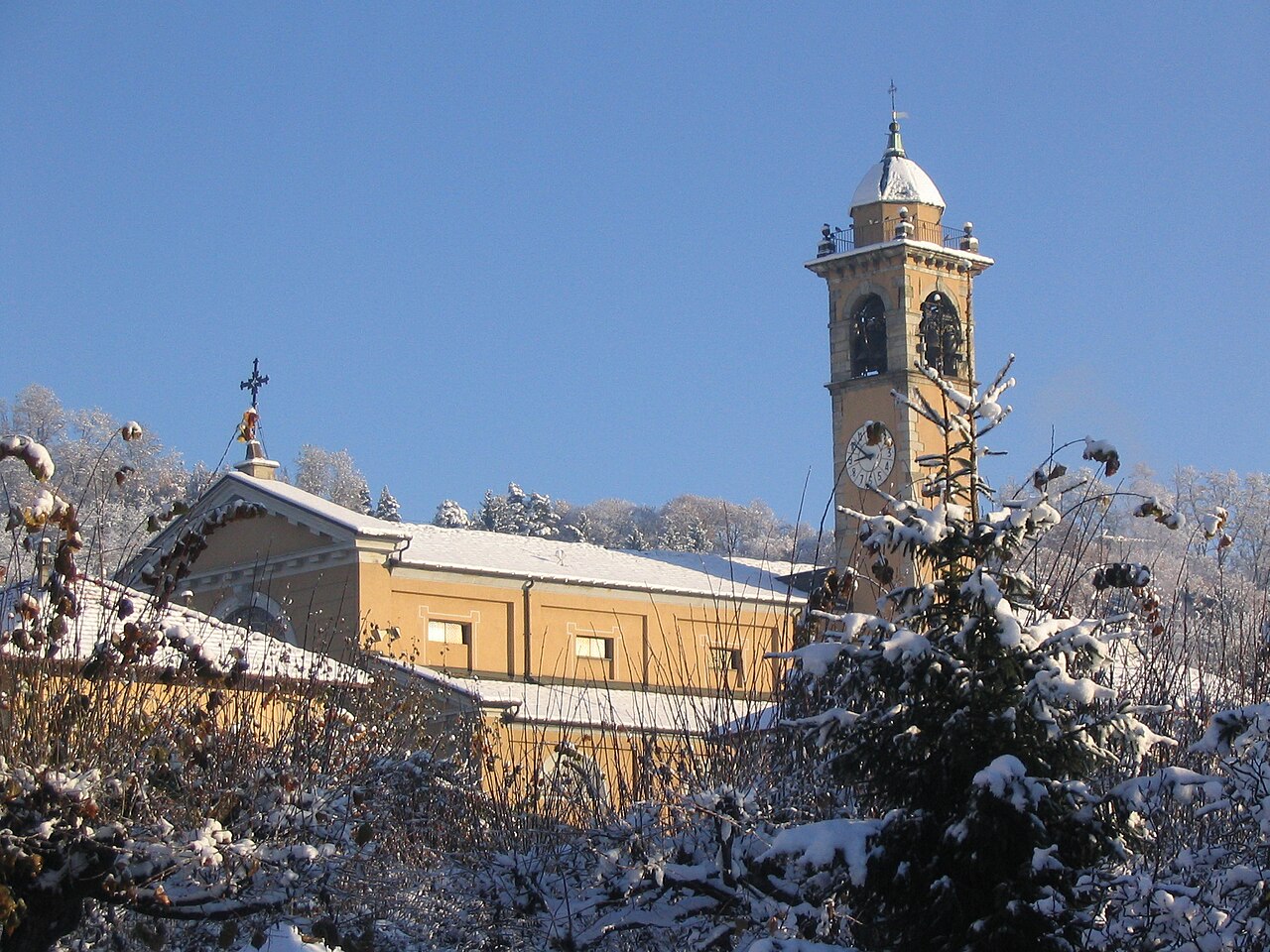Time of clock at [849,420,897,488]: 8:50
